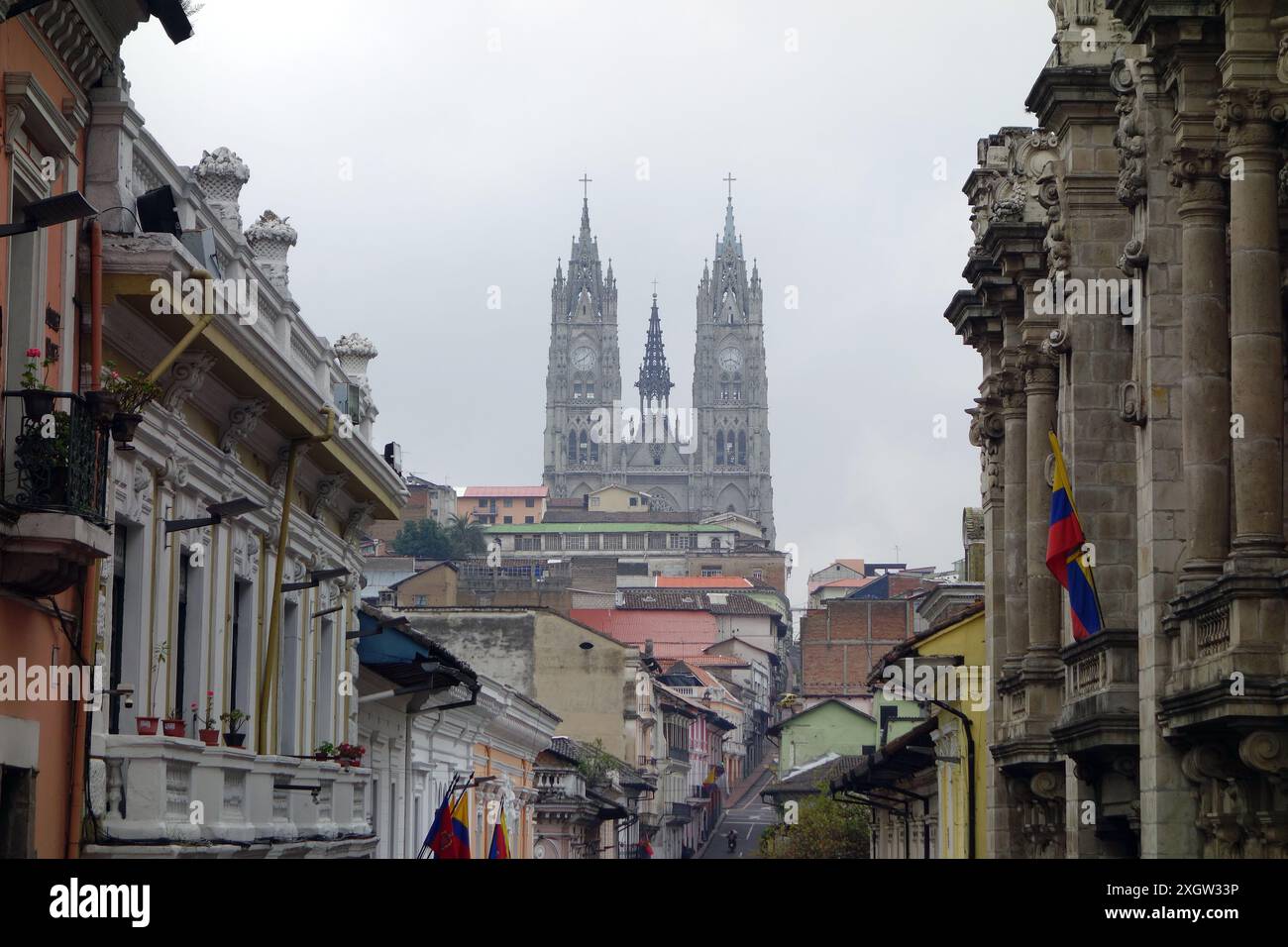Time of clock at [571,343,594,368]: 8:07
